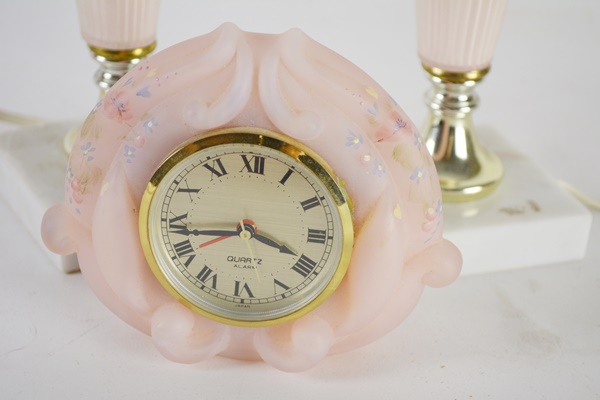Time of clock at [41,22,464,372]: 3:43
